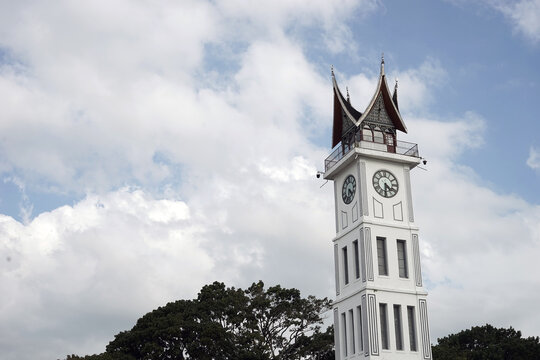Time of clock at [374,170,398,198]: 4:31
